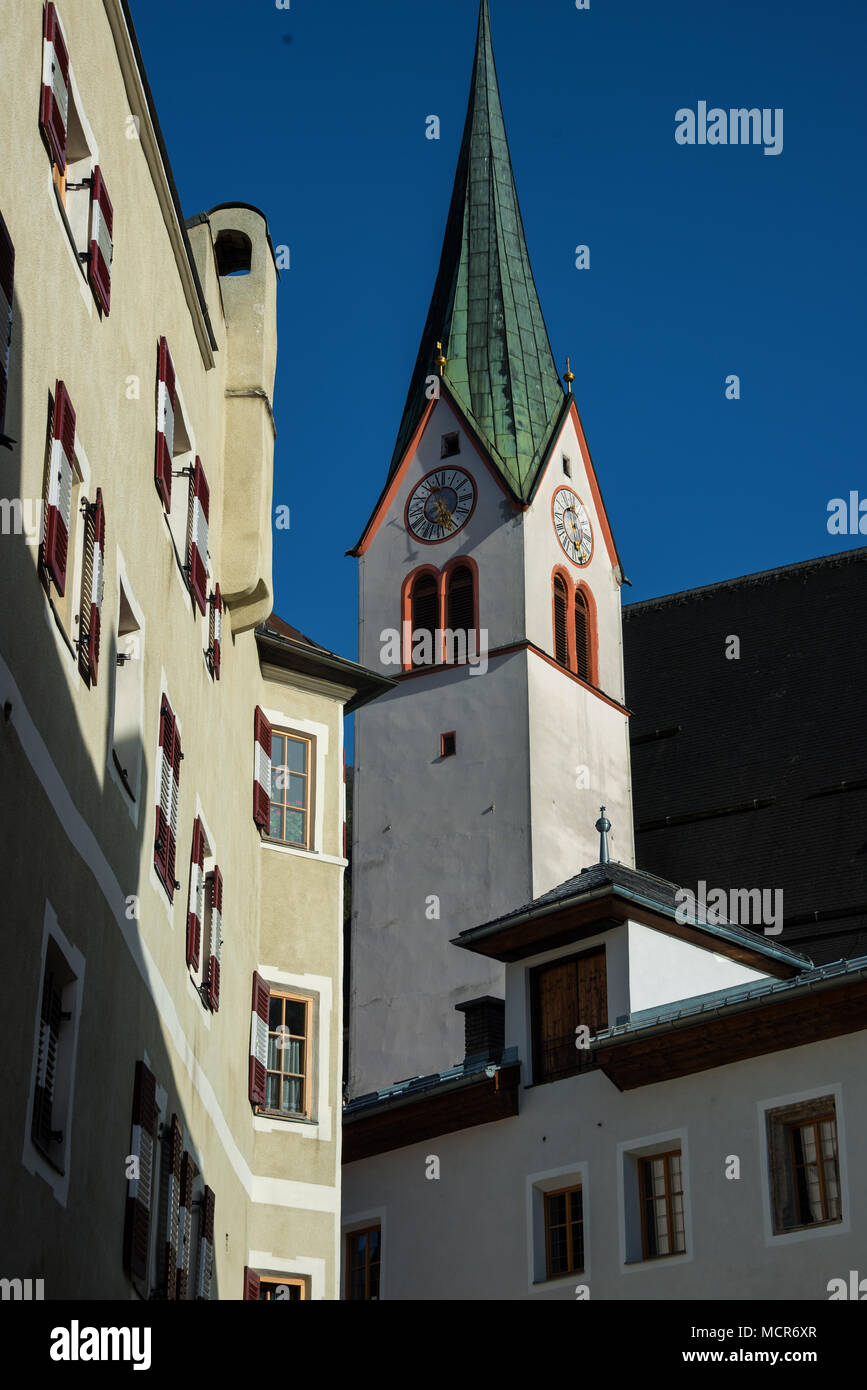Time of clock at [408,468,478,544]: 5:26
